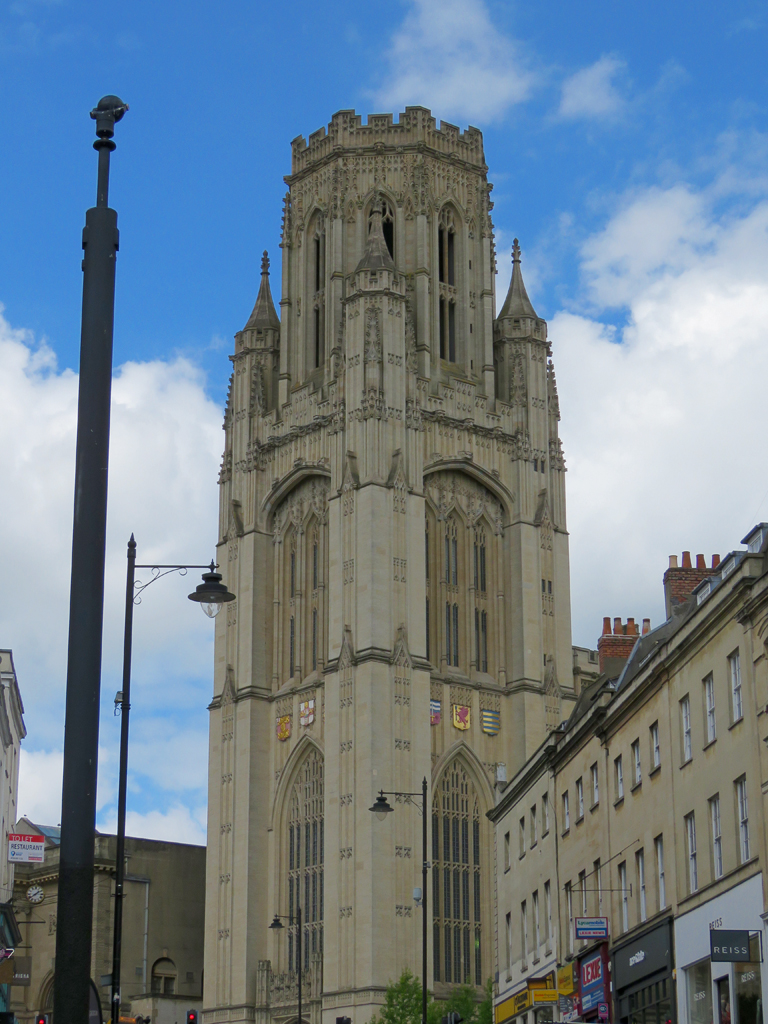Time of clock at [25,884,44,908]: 1:39
